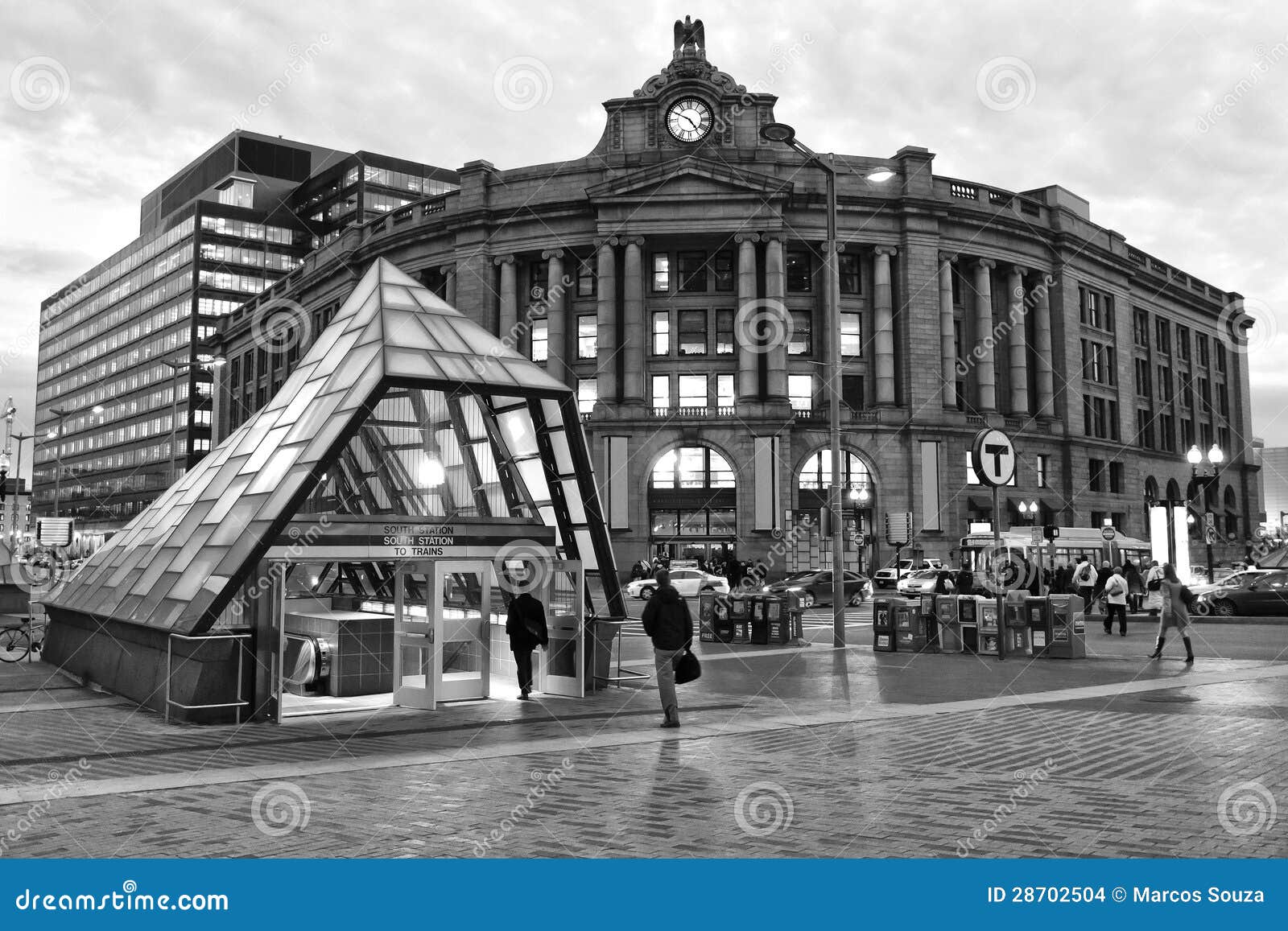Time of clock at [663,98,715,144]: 4:49
